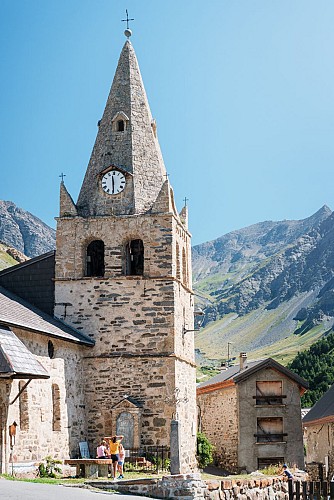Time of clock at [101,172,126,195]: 11:29
